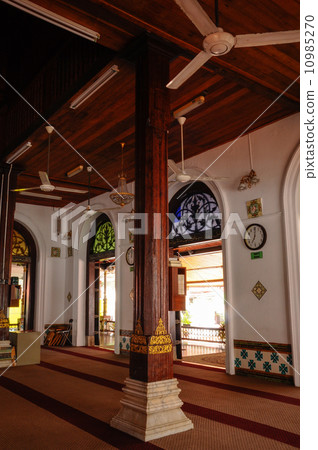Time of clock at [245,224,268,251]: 7:00
